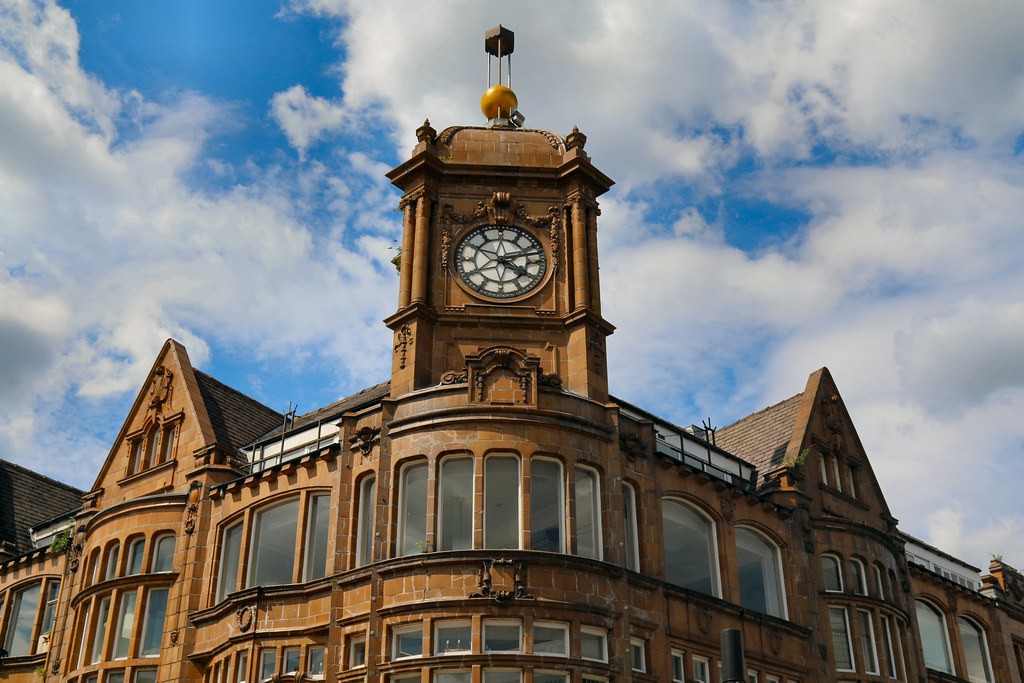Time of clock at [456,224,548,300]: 4:12
